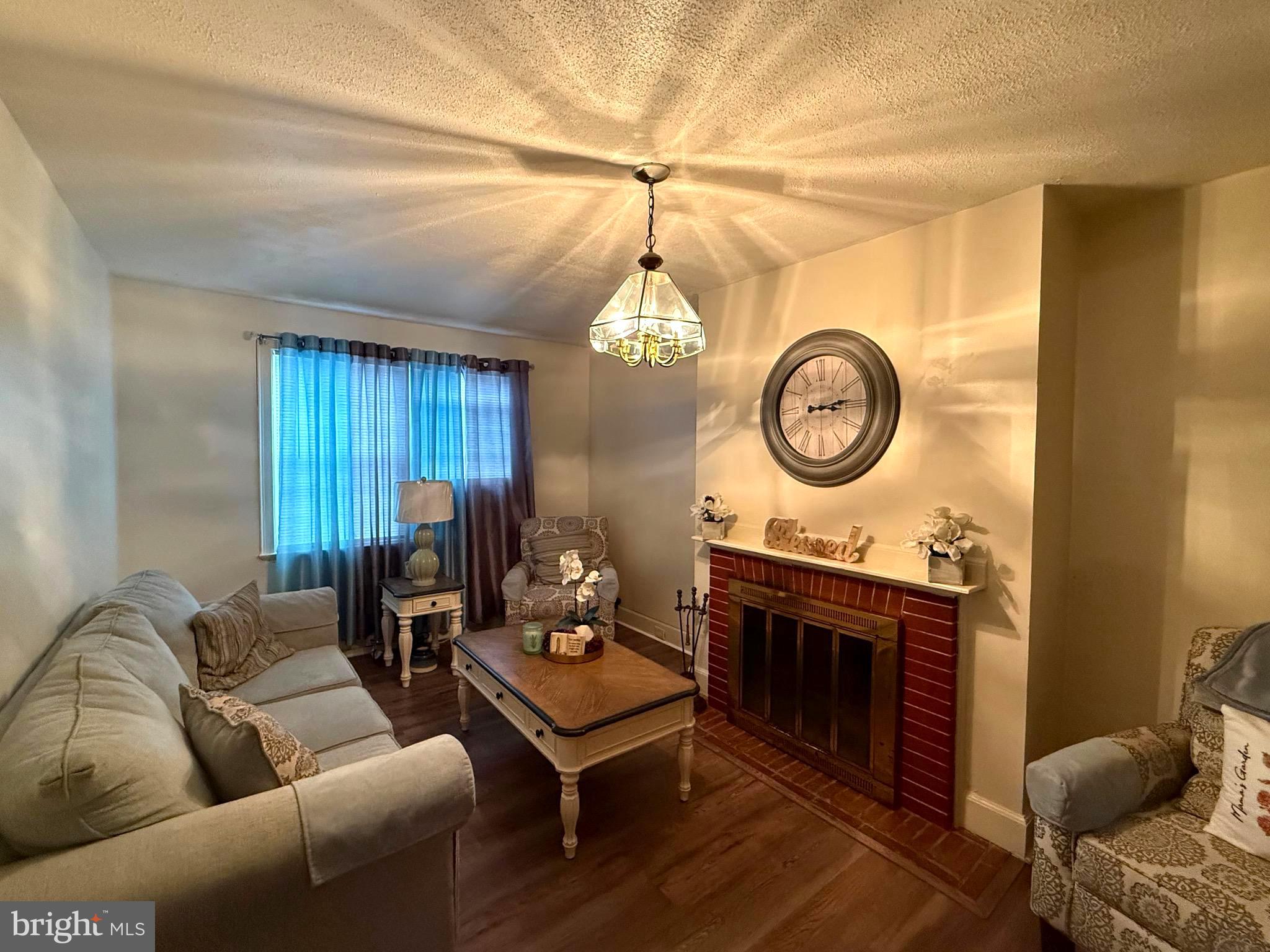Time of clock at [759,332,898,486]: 3:13
